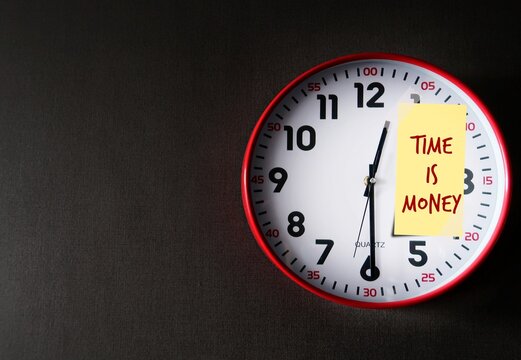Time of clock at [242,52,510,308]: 12:29
